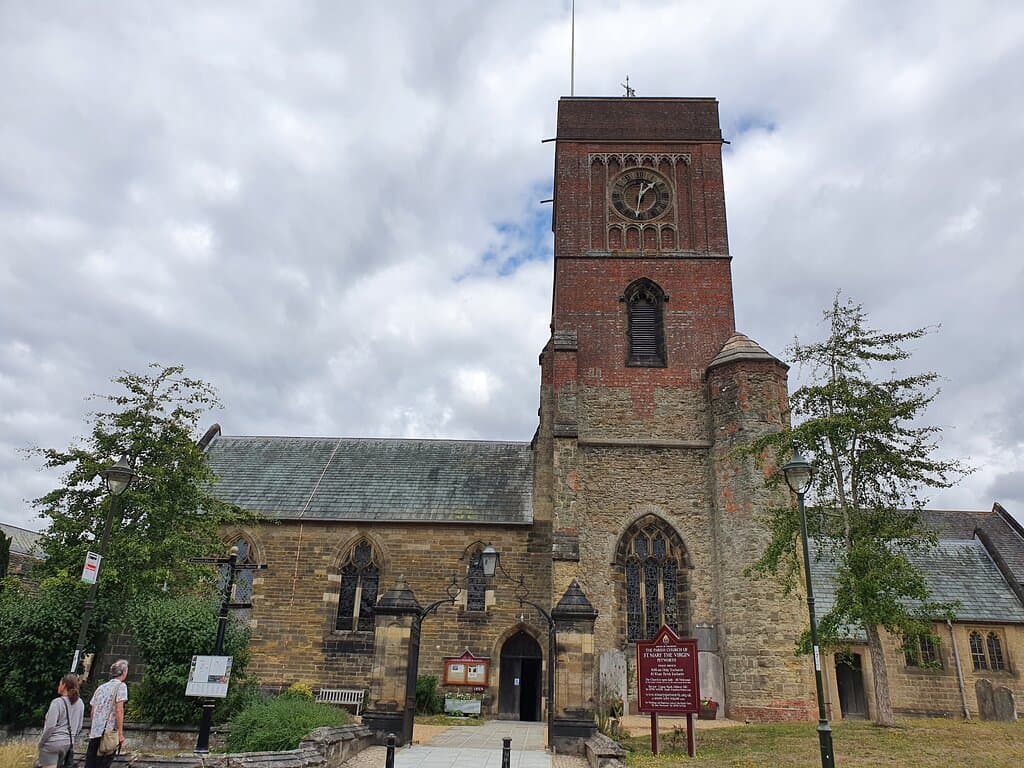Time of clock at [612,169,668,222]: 1:32
